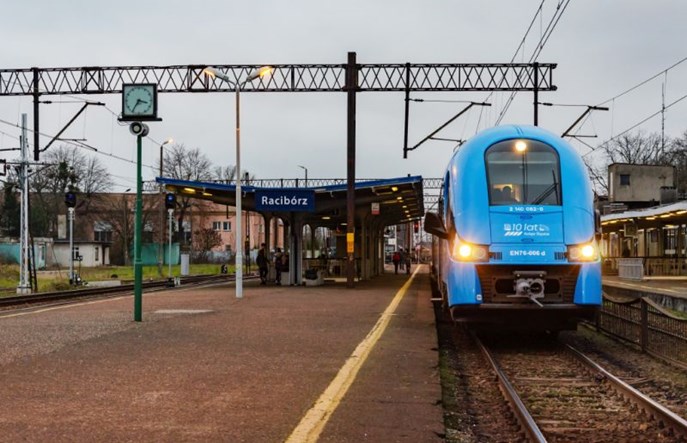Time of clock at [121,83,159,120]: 3:35
